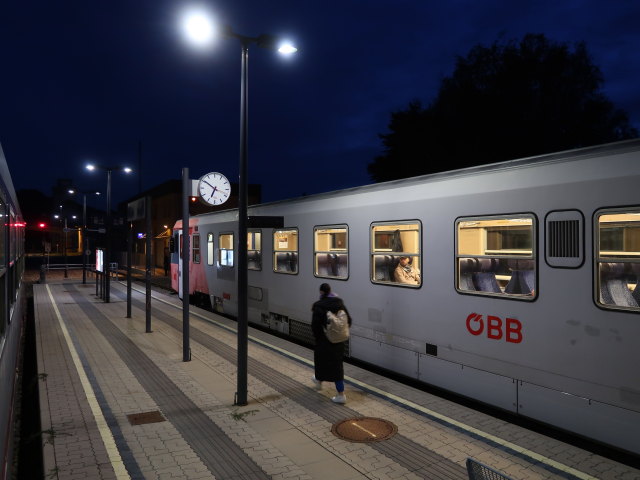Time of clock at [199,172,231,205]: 6:50
